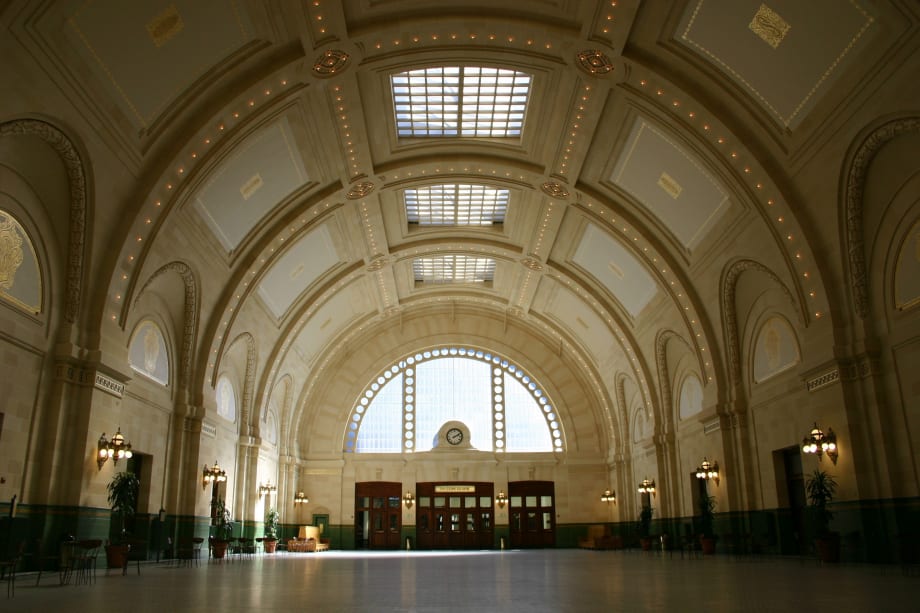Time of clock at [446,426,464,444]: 2:09
